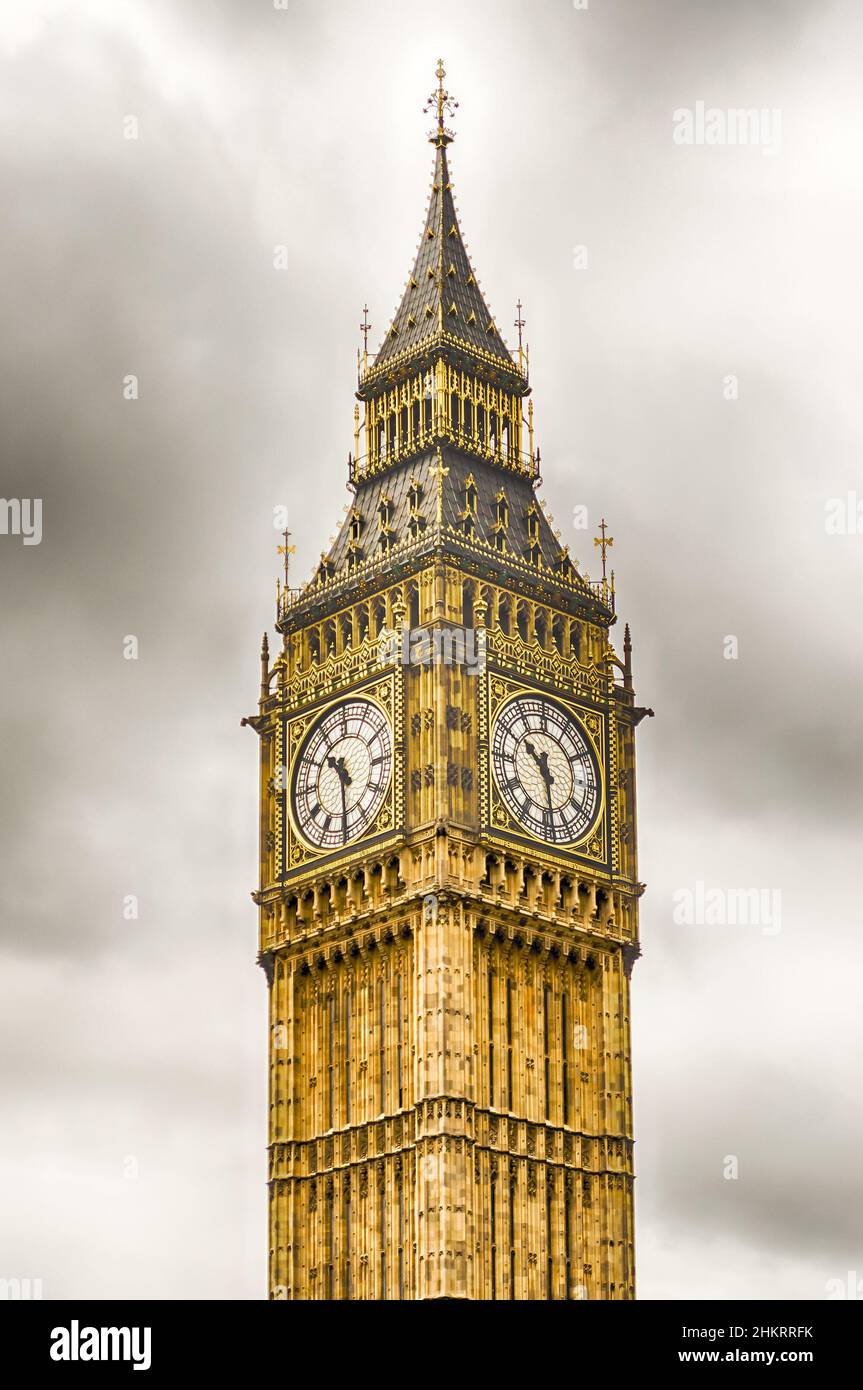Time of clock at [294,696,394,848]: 10:30
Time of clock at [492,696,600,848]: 10:28
